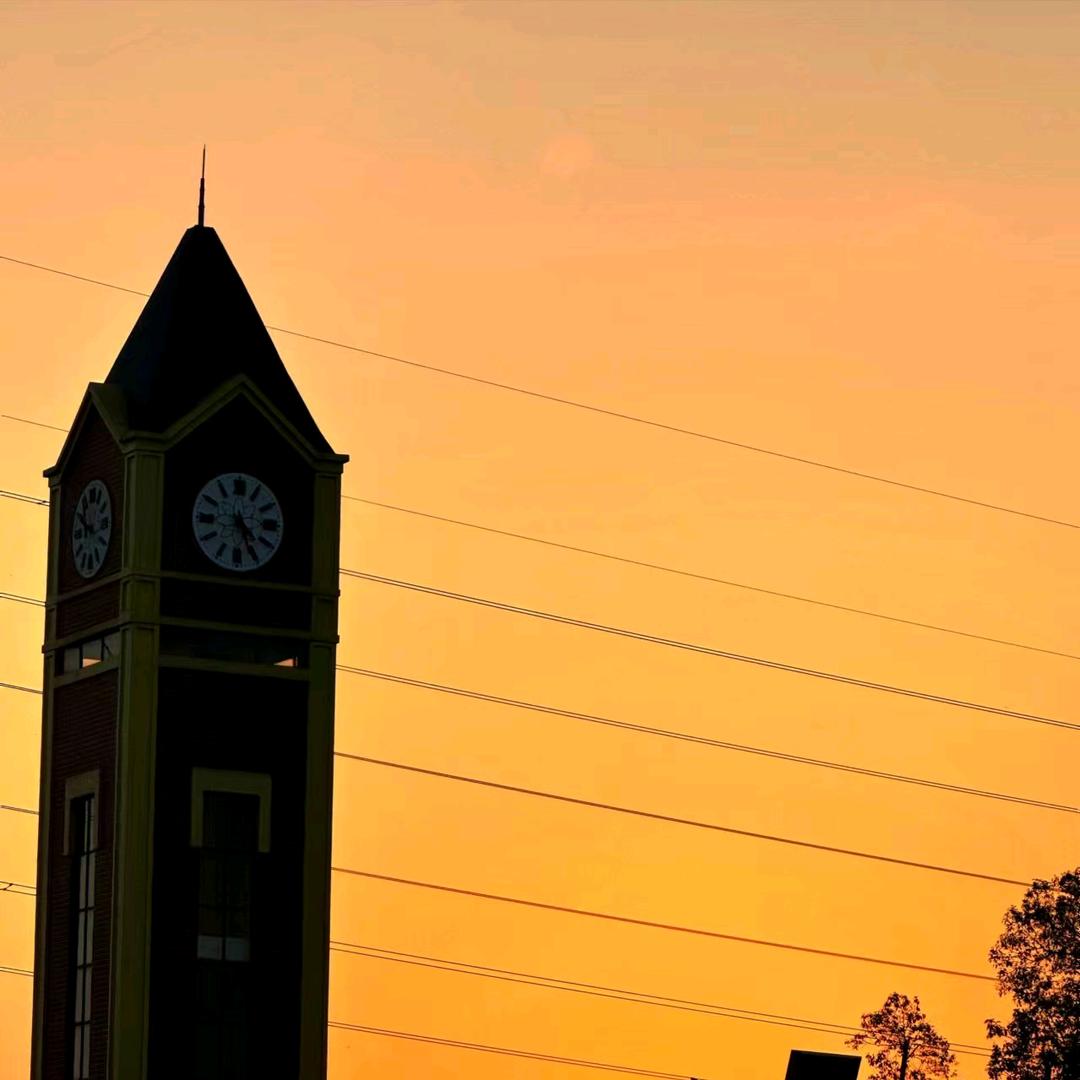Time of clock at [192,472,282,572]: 4:26
